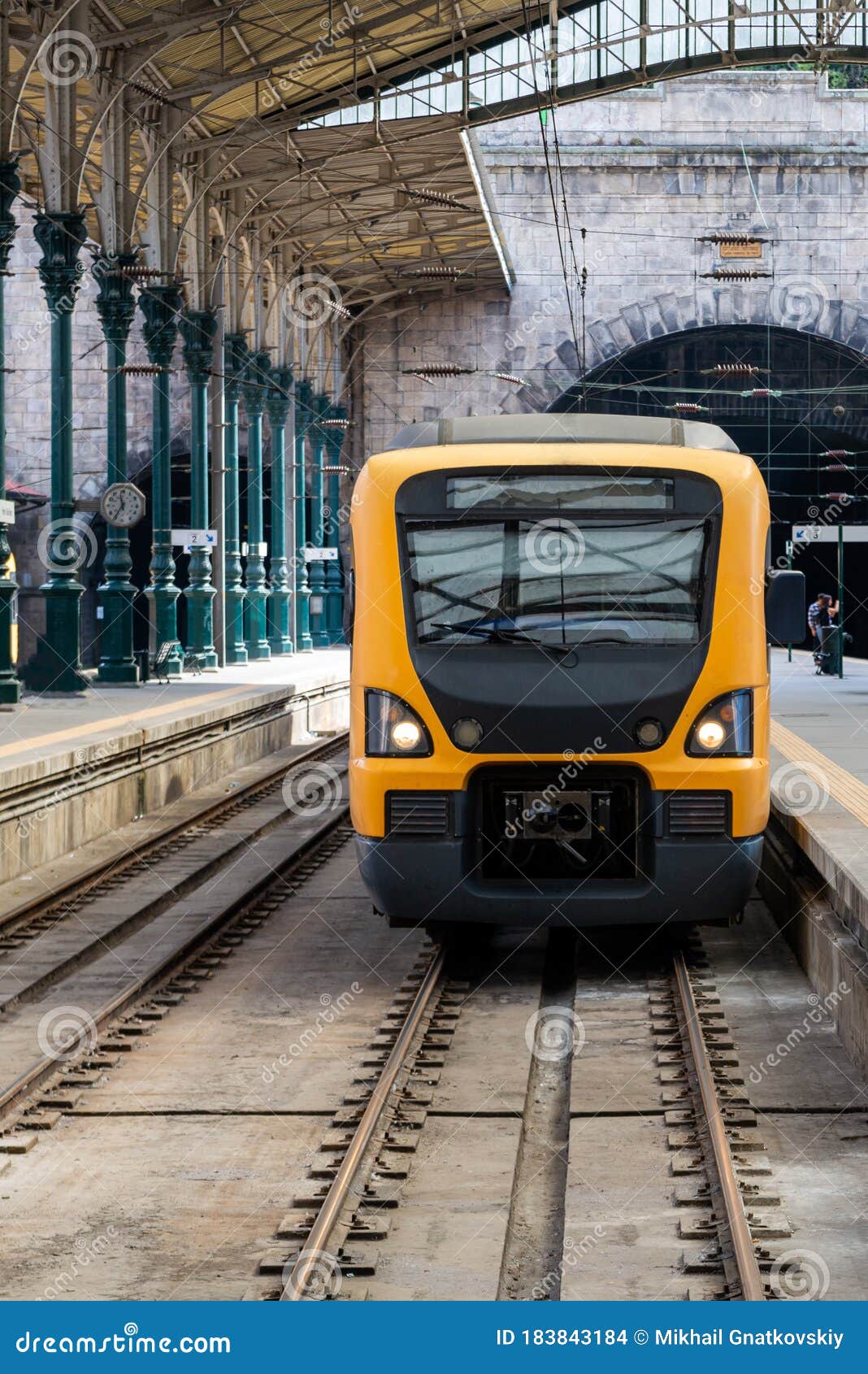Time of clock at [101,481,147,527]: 11:35
